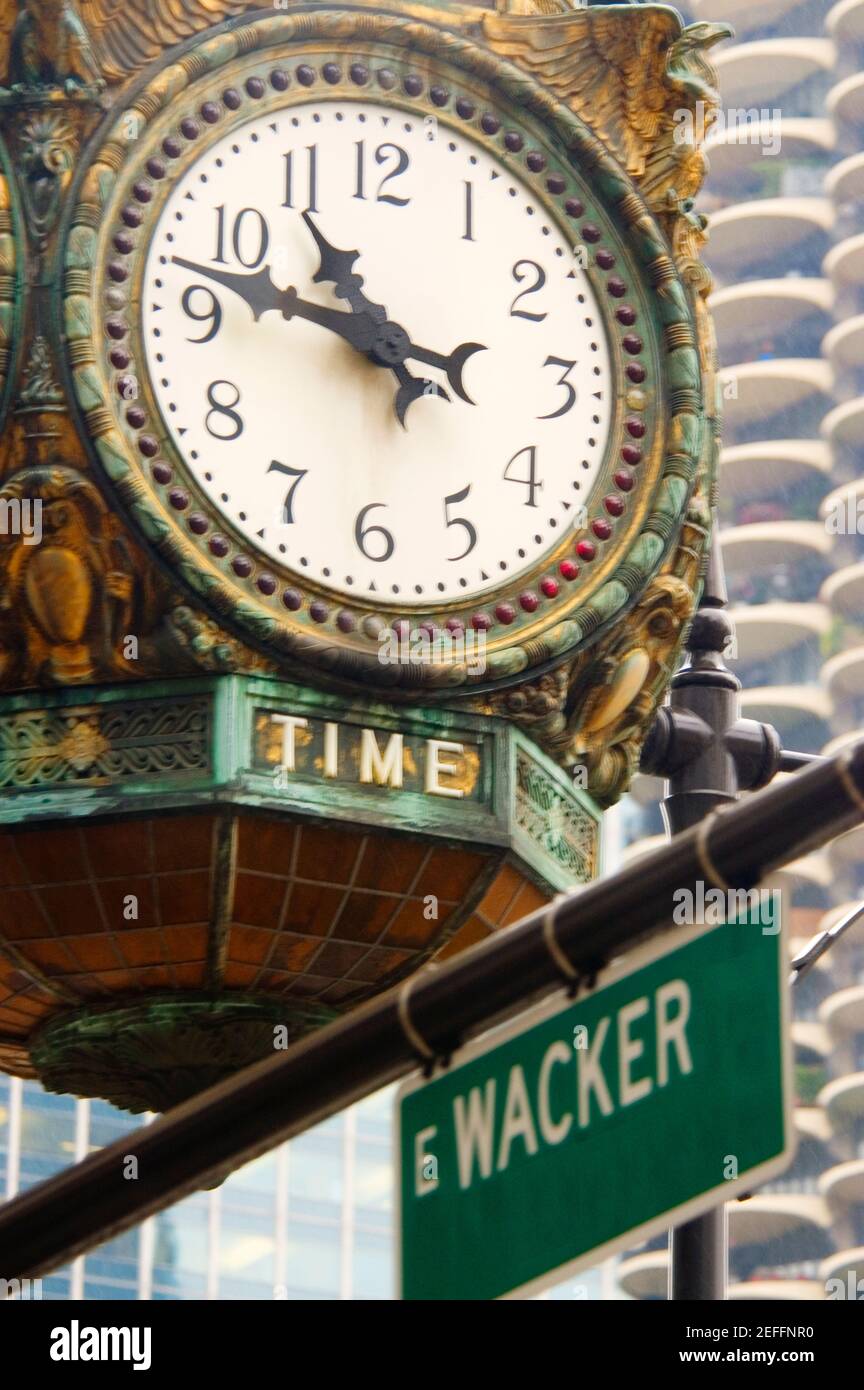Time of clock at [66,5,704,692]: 10:47
